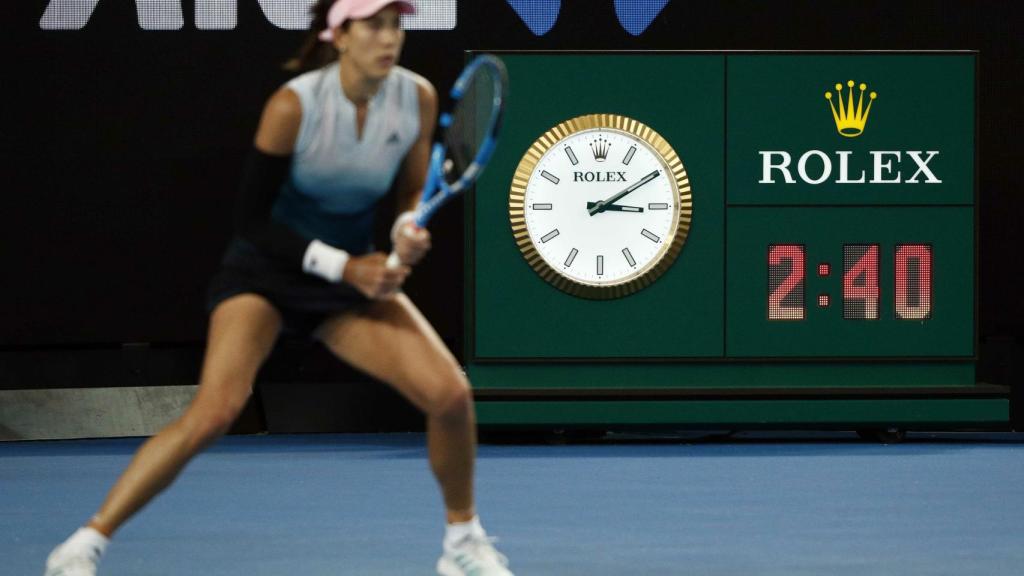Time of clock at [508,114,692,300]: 3:09
